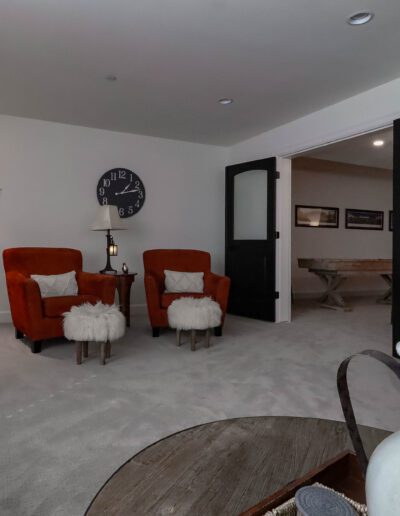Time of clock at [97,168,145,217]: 1:12
